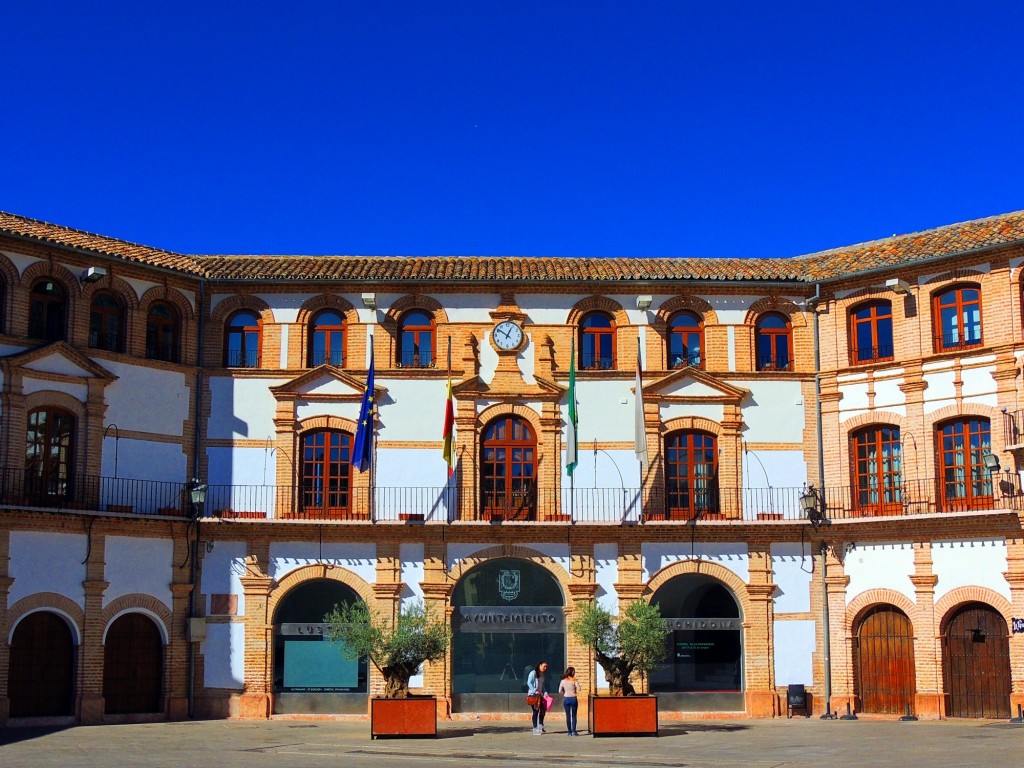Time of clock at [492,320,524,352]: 12:51
